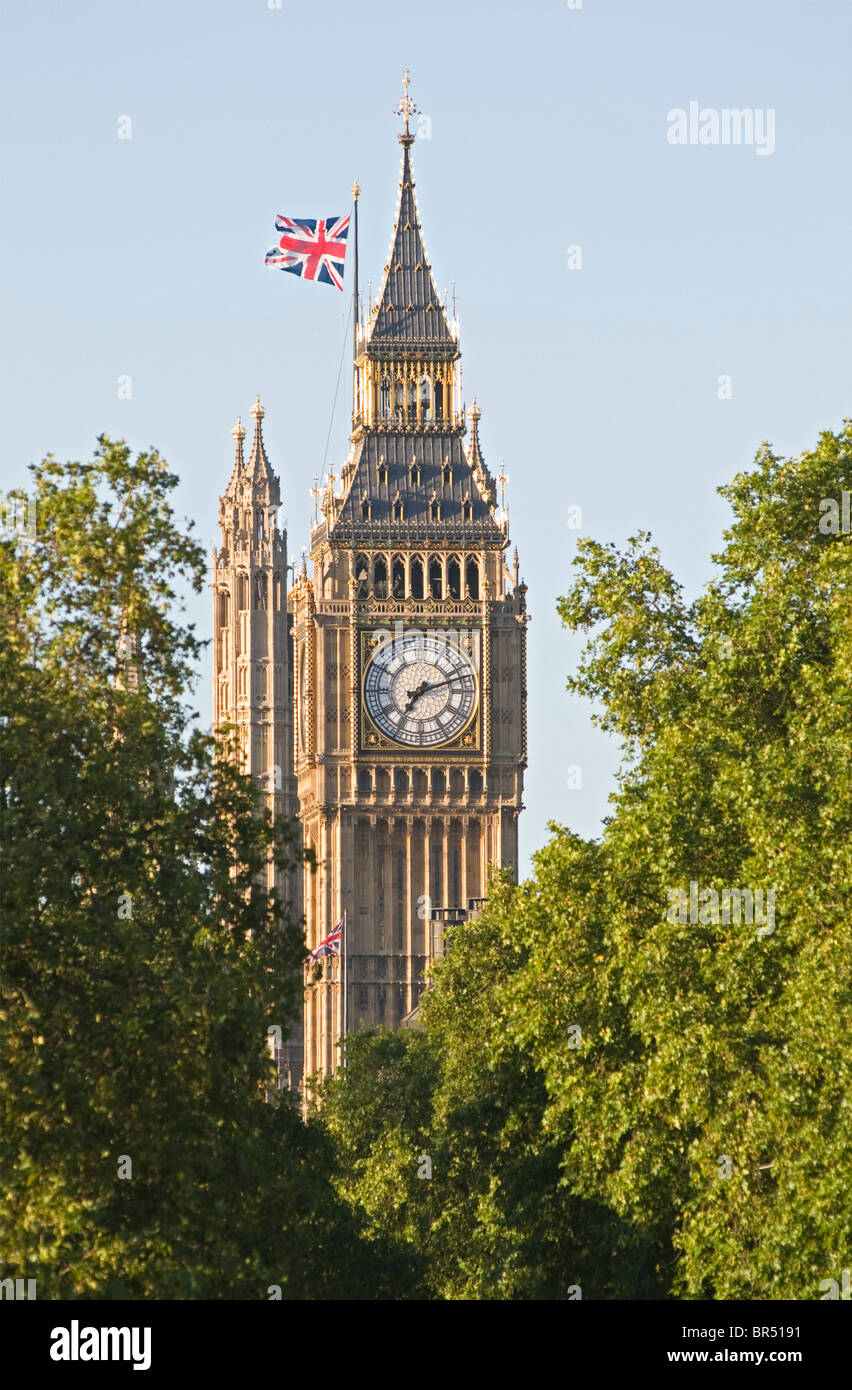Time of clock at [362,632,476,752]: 7:12
